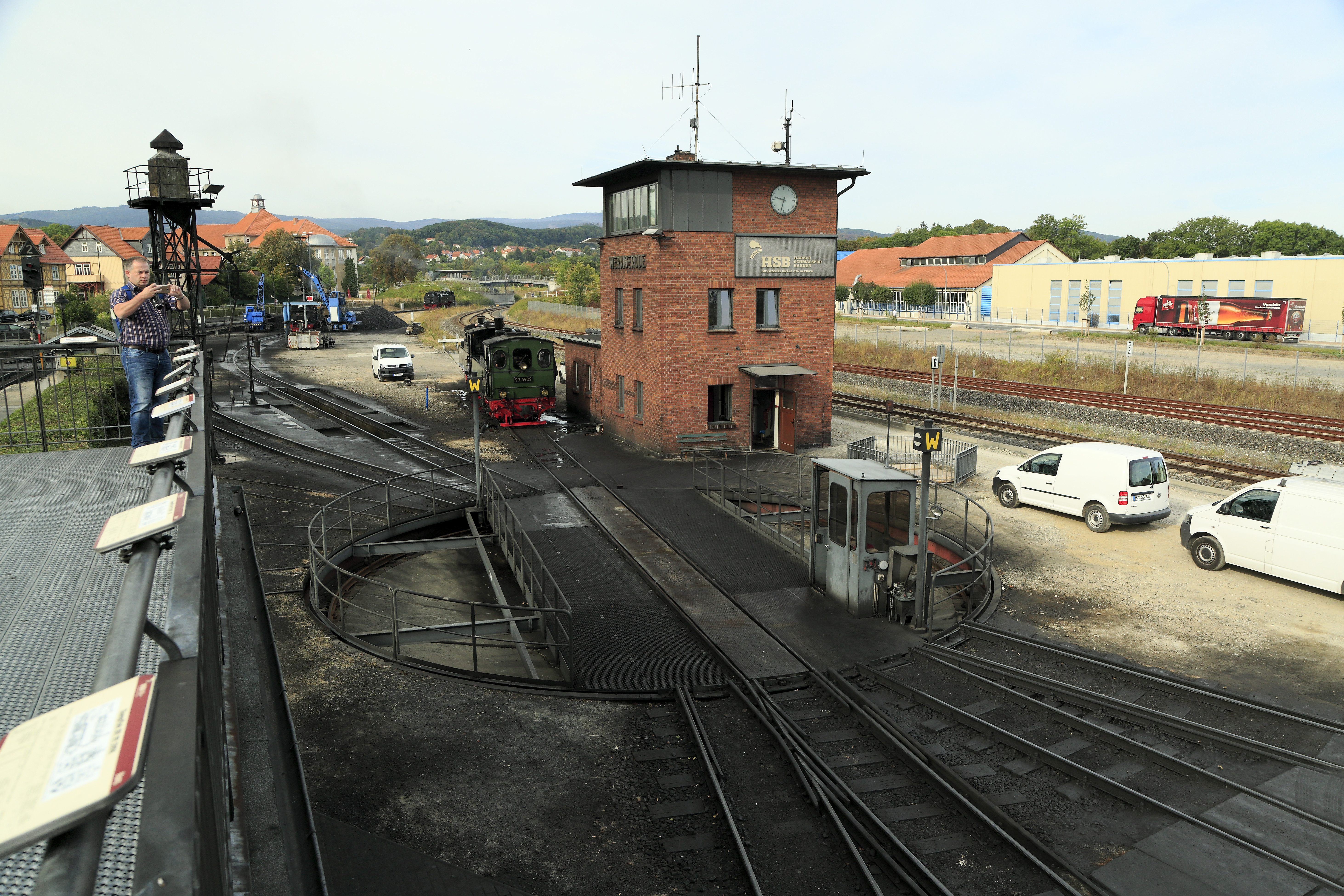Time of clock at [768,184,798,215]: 9:32
